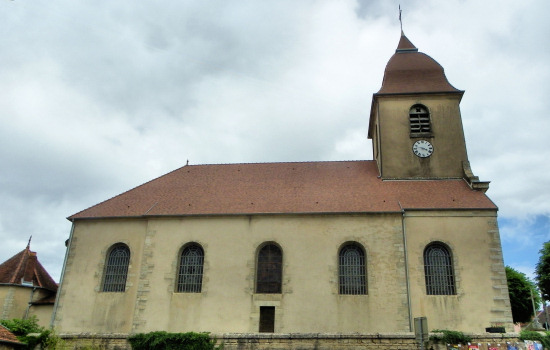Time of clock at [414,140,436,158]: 3:47
